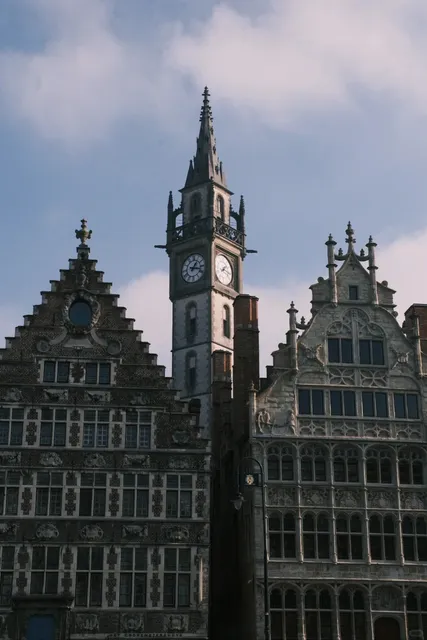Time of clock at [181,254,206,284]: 1:17
